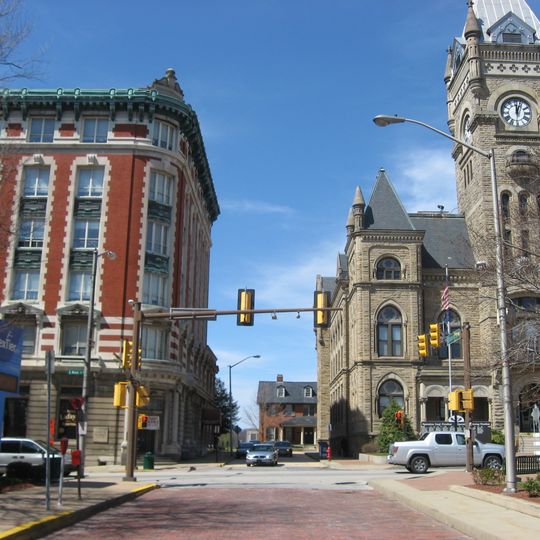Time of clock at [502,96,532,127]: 12:03
